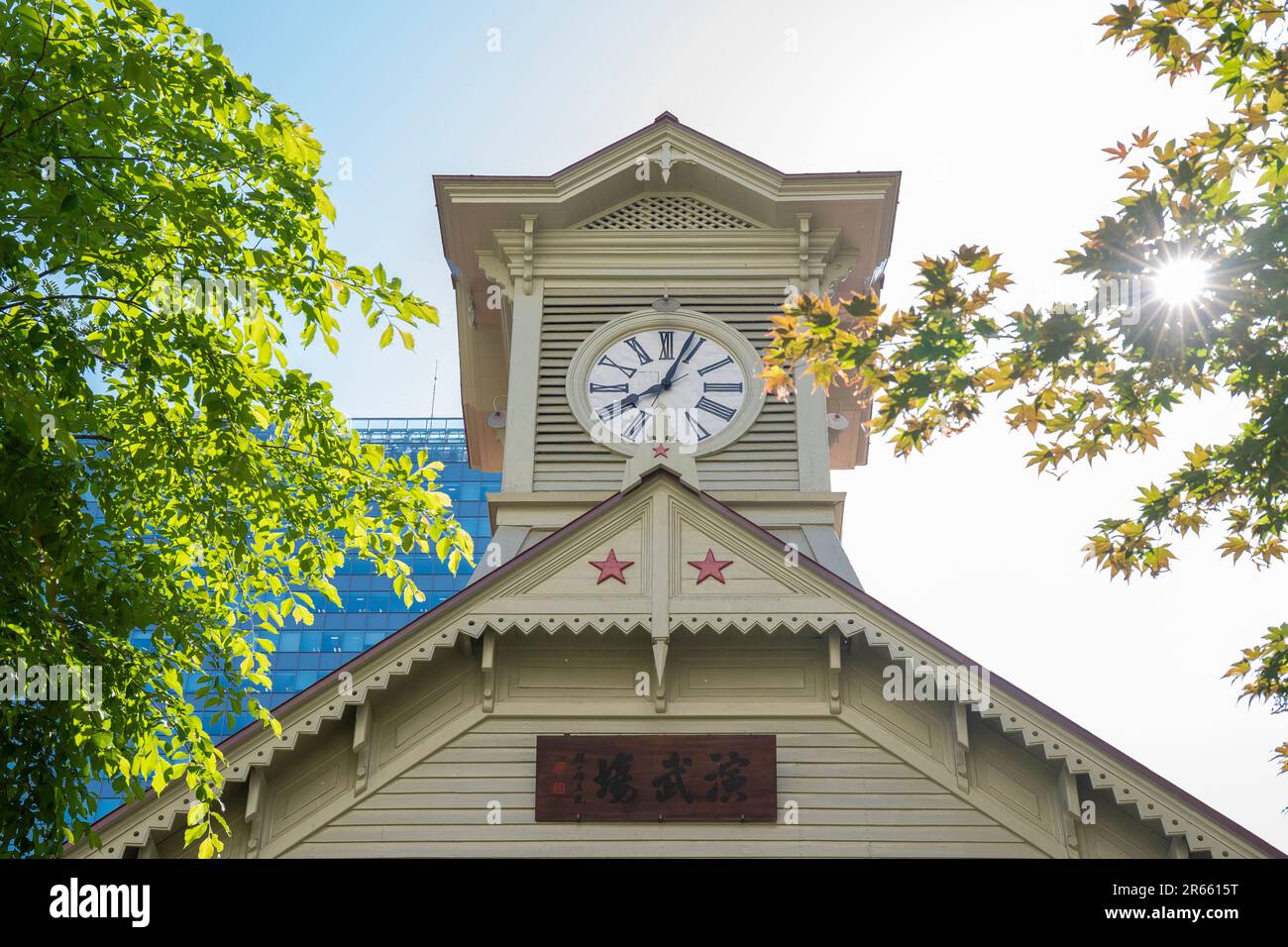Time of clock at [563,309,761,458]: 8:03
